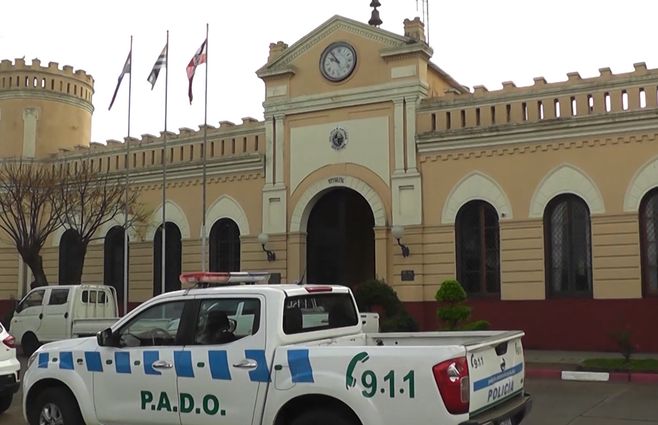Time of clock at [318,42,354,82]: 9:53
